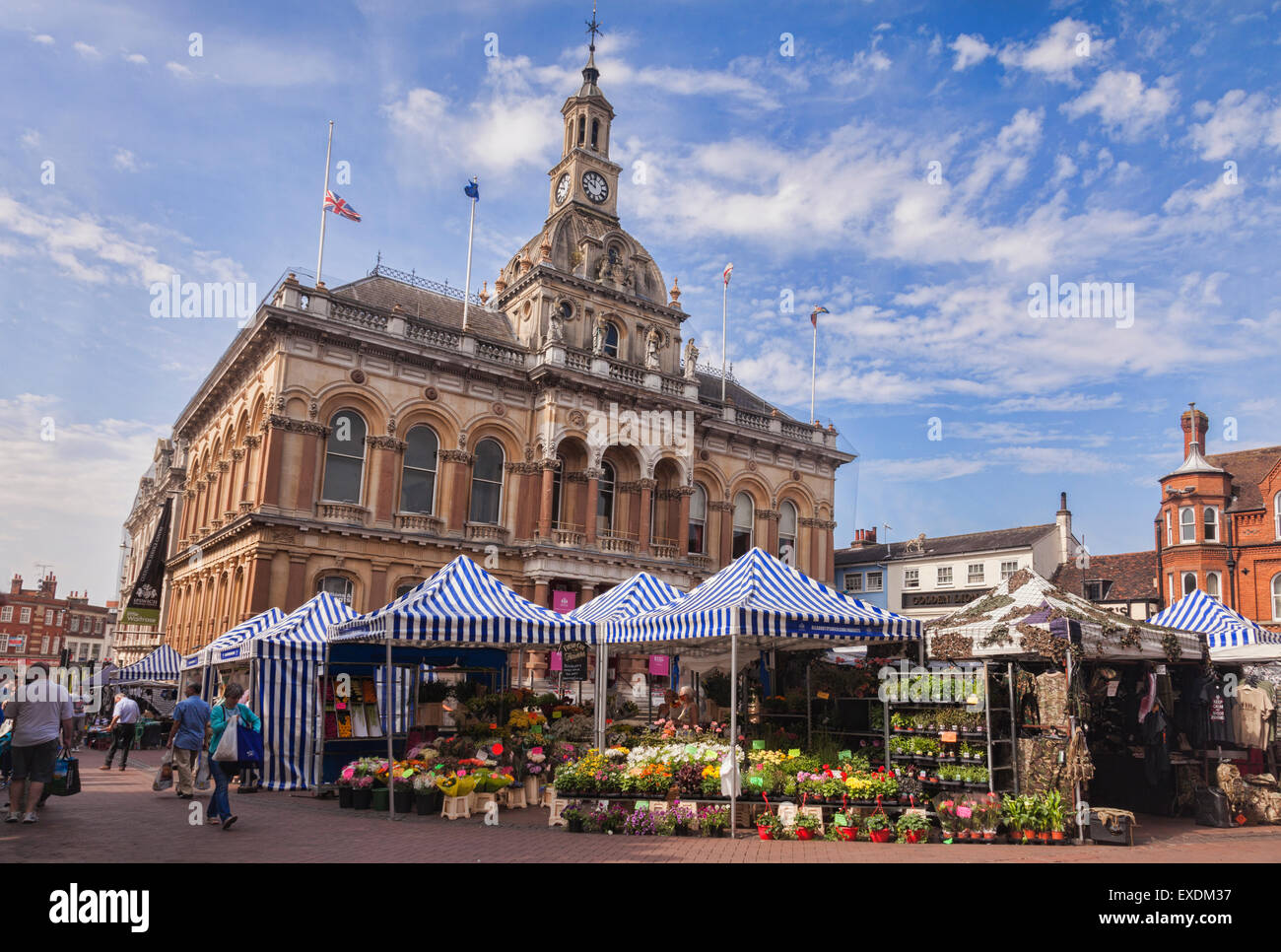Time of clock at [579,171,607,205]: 9:59
